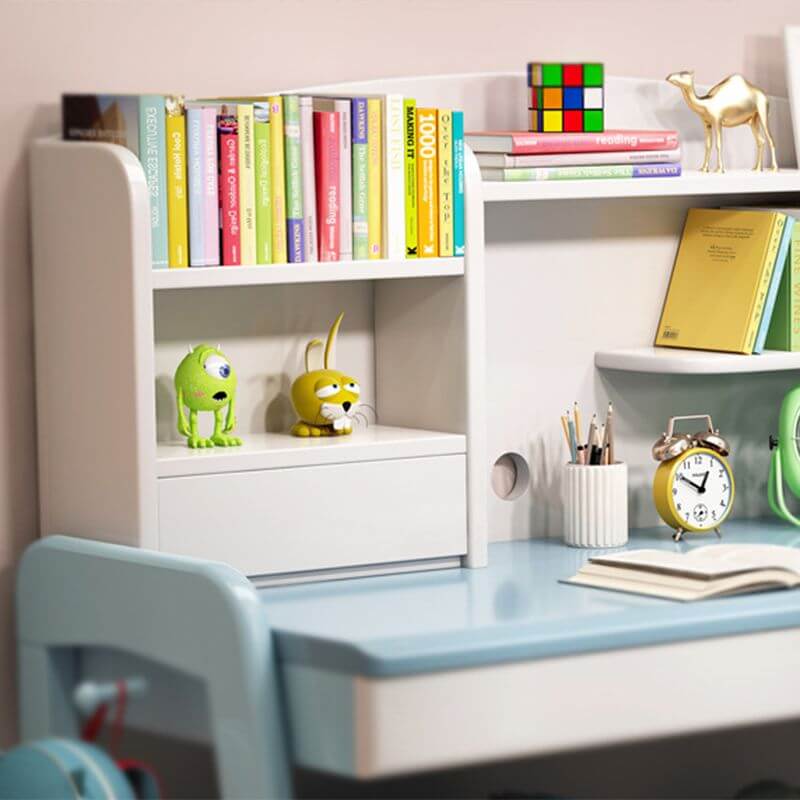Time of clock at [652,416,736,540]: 12:50
